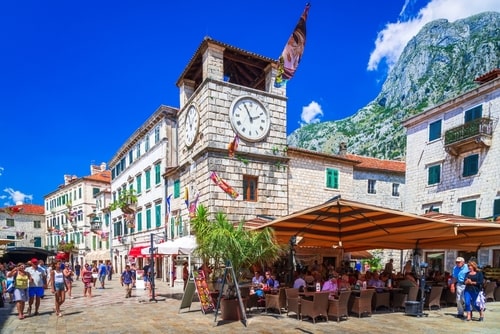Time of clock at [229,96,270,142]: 1:55
